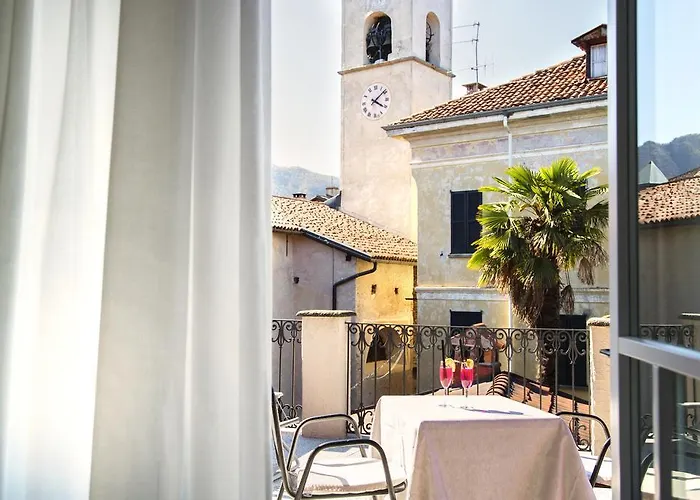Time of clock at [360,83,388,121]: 4:08
